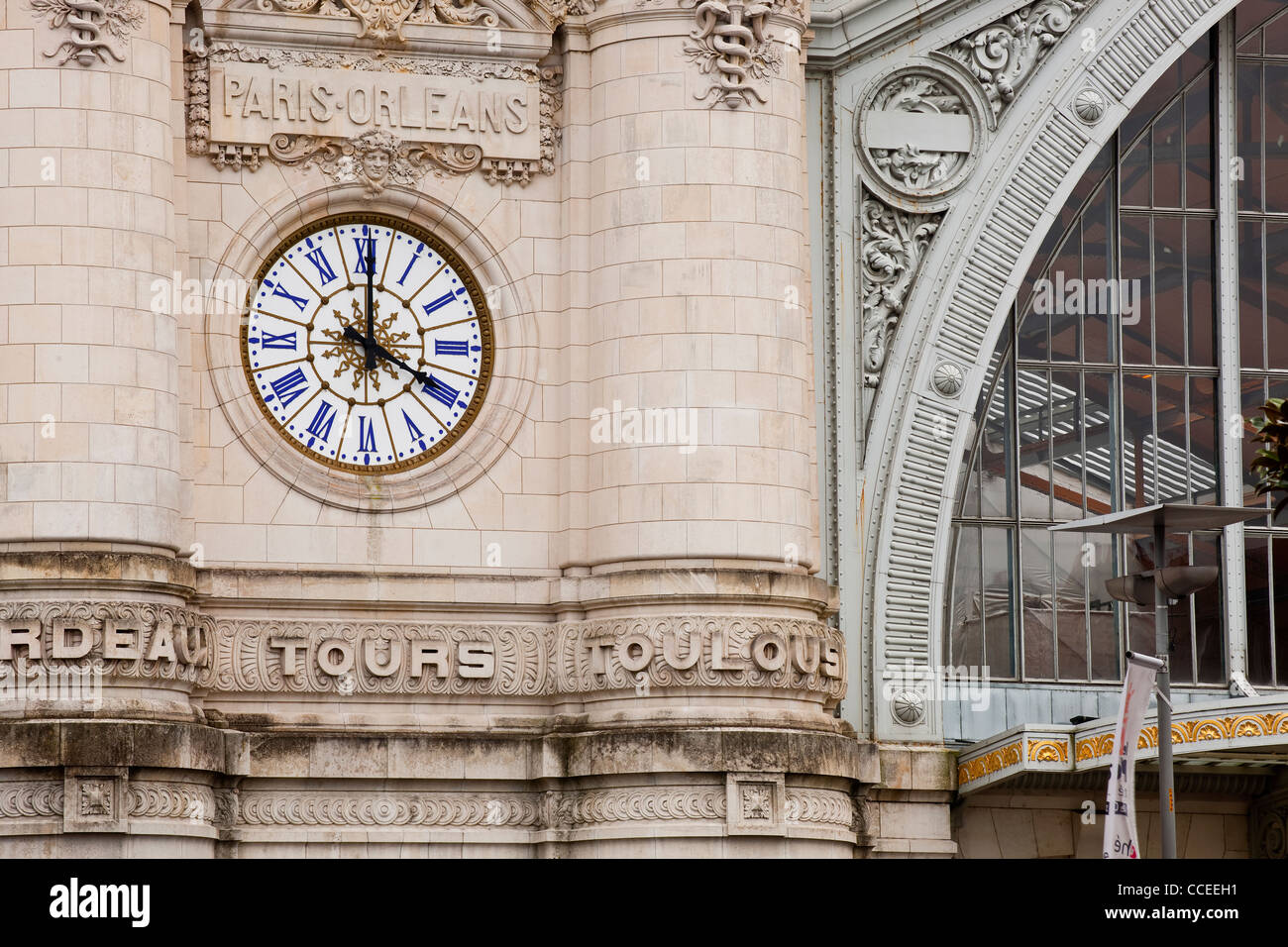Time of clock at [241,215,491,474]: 4:00
